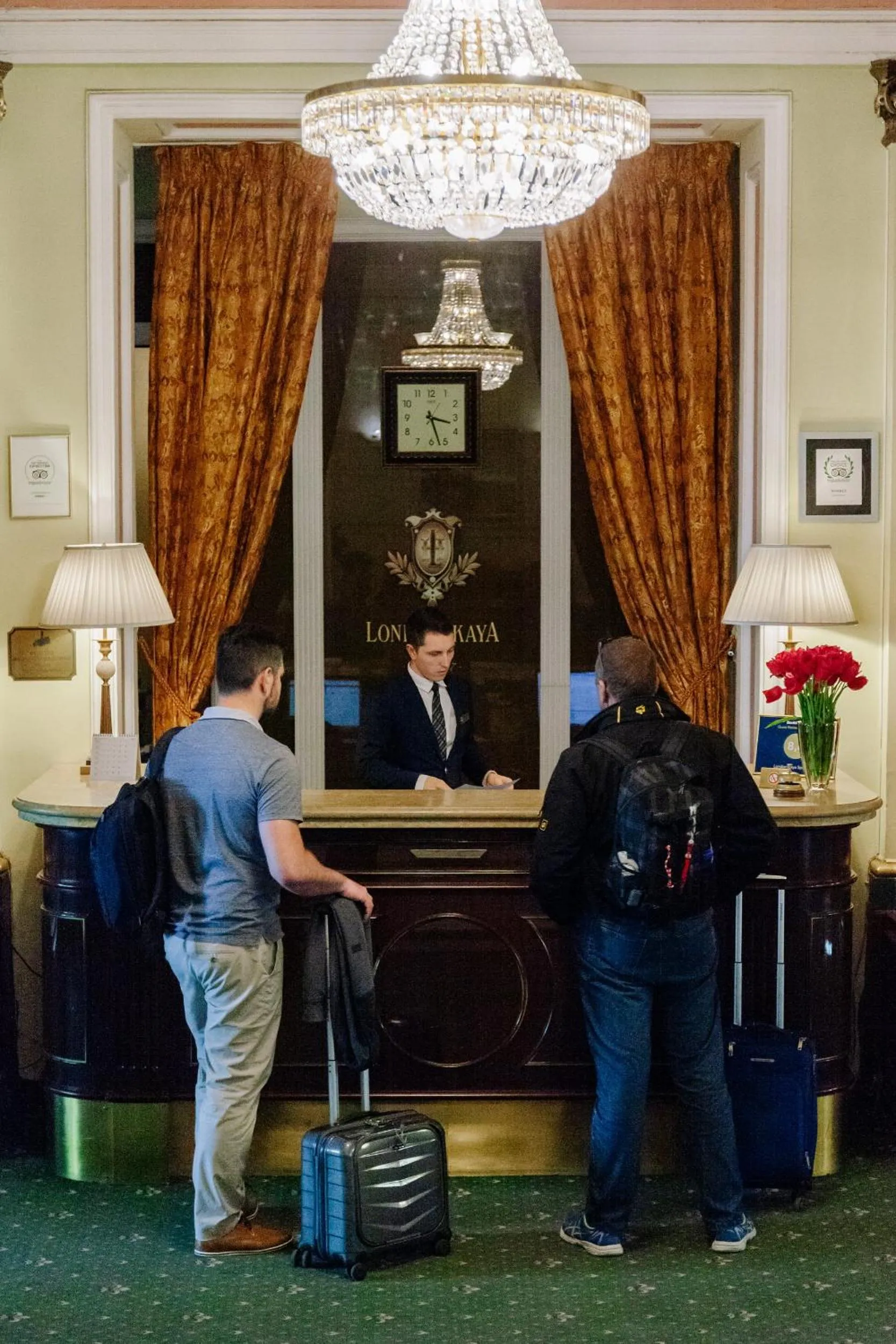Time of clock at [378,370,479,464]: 3:26
